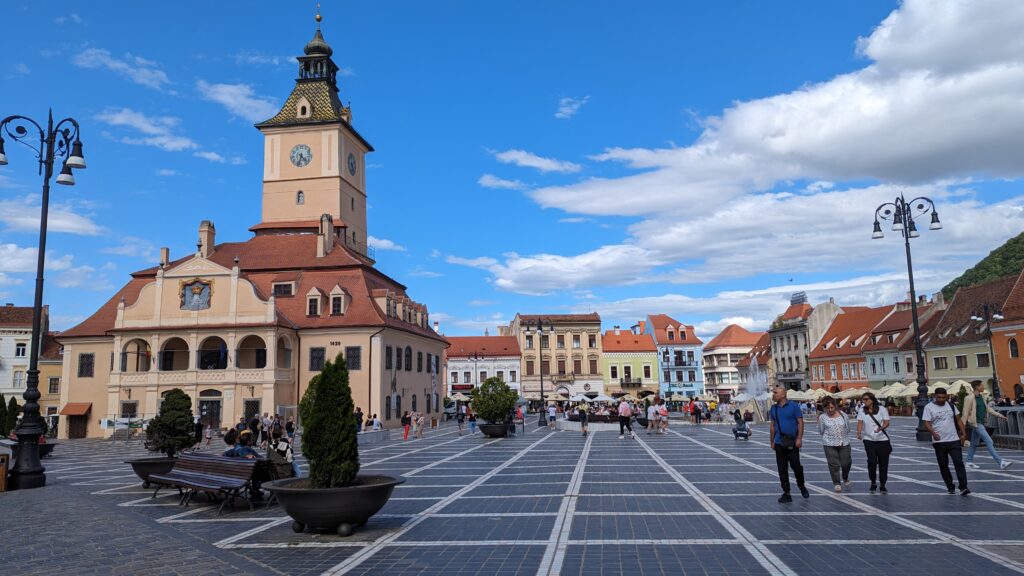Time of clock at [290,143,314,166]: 4:33
